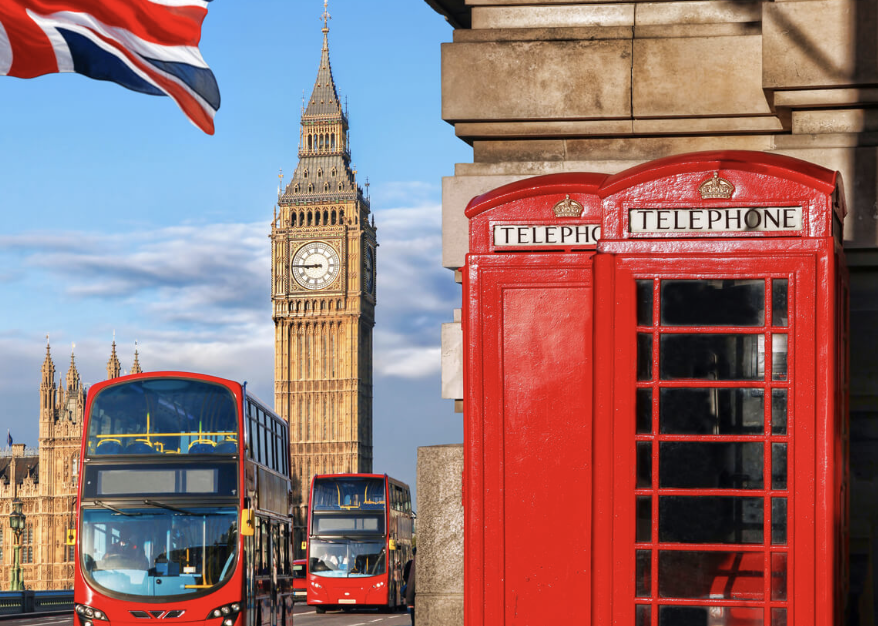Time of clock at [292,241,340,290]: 8:45
